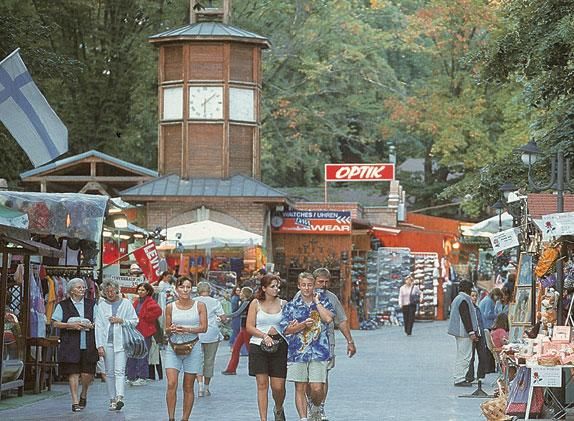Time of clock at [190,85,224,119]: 6:08
